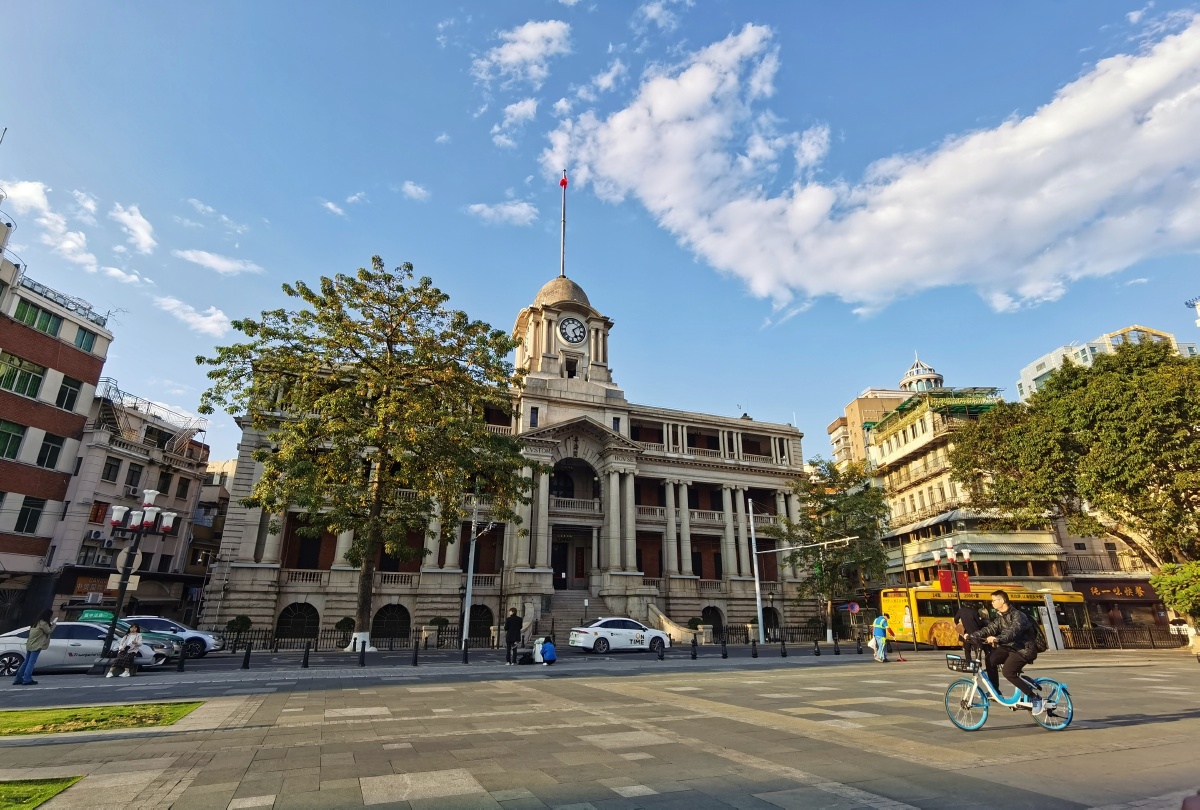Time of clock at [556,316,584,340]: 5:08
